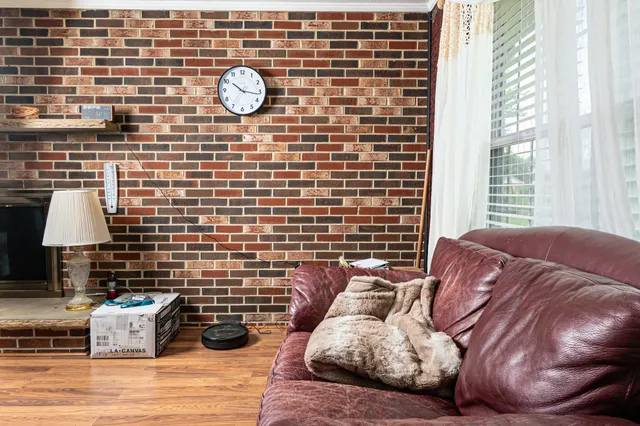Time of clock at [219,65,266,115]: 10:16
